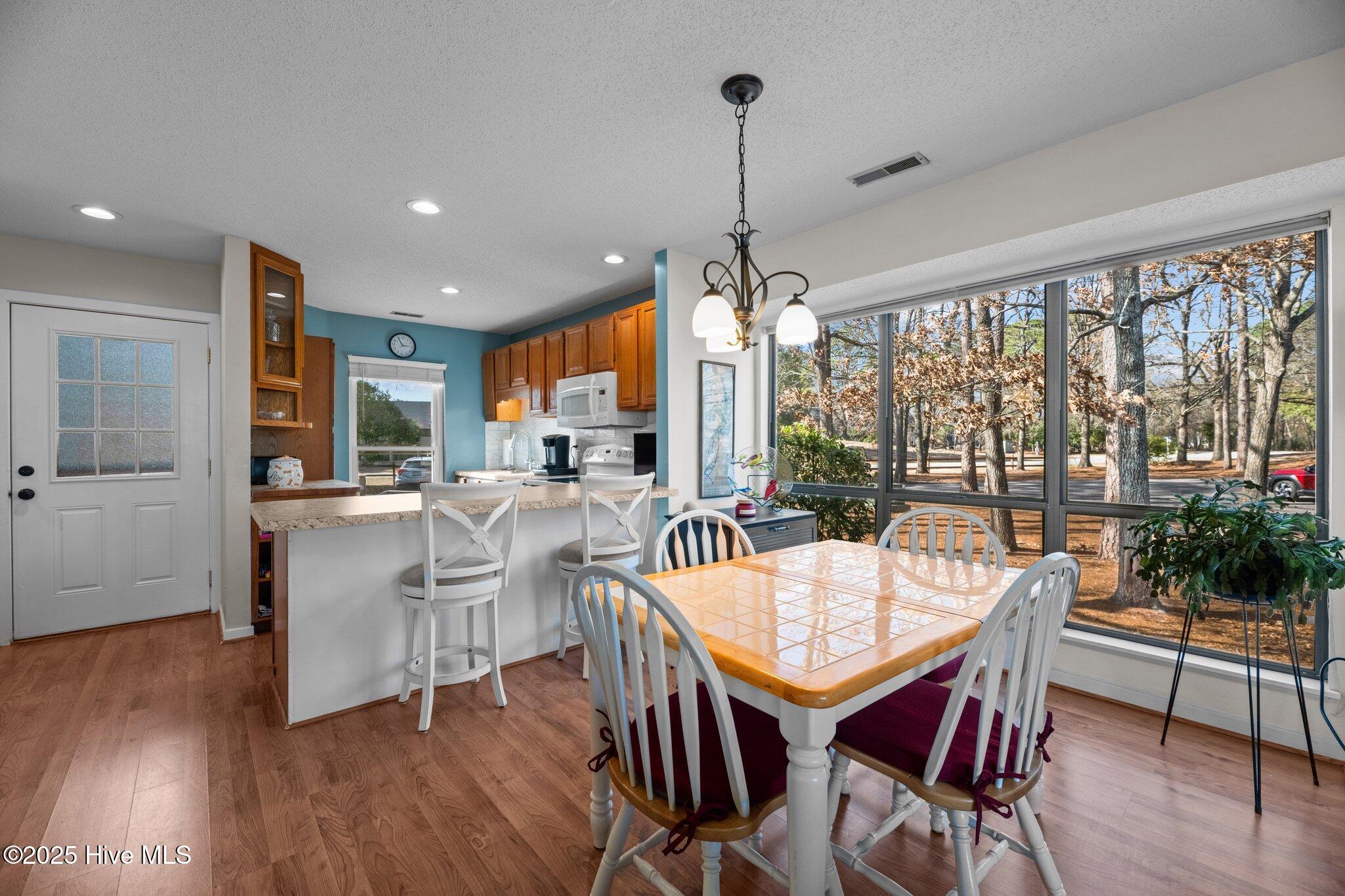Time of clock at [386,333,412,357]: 2:55
